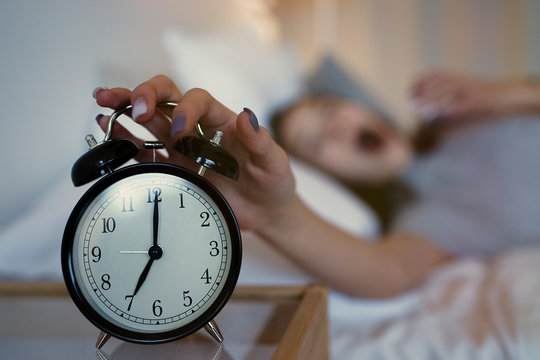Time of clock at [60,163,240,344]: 7:00
